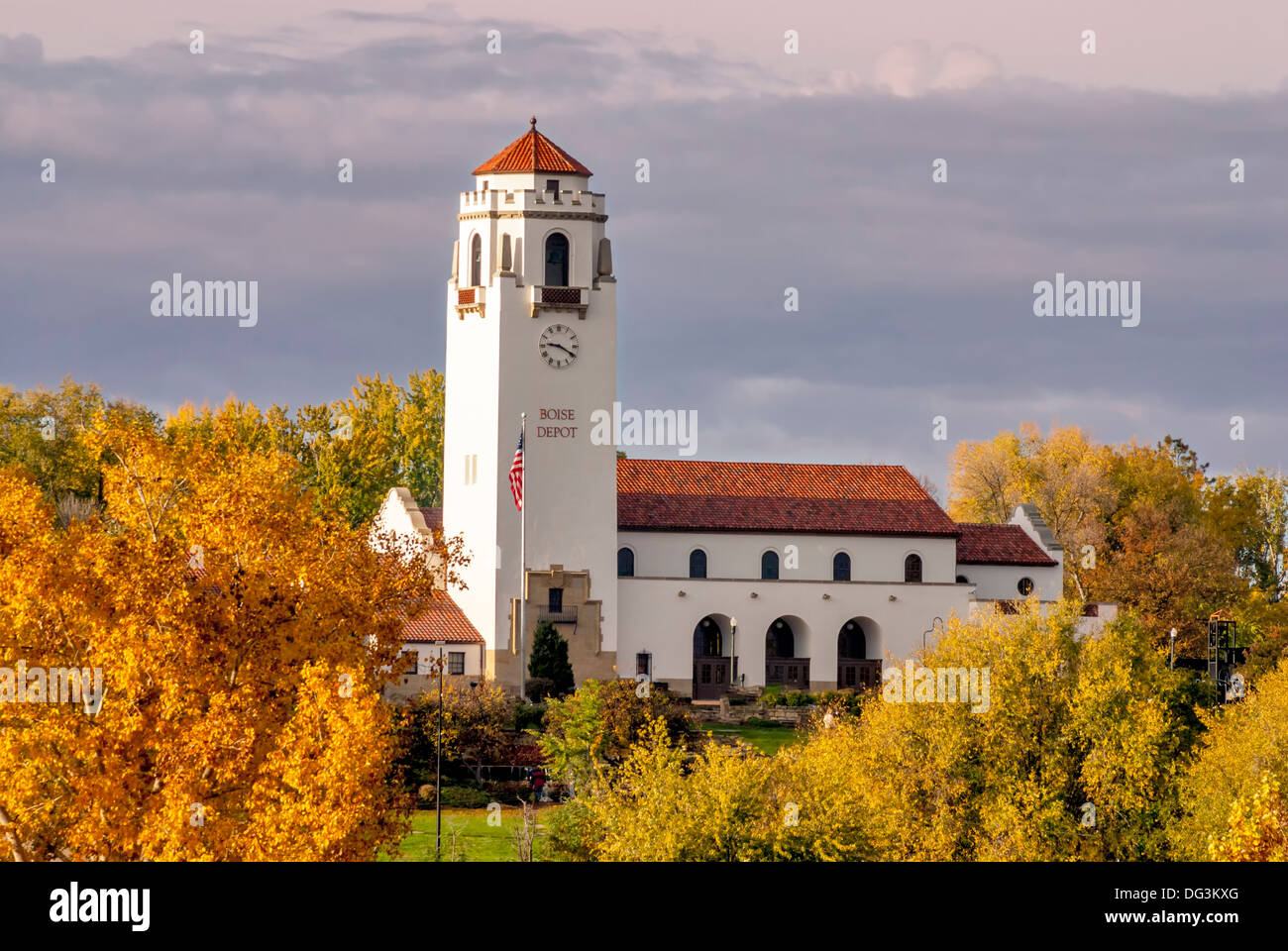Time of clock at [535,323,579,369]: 9:19
